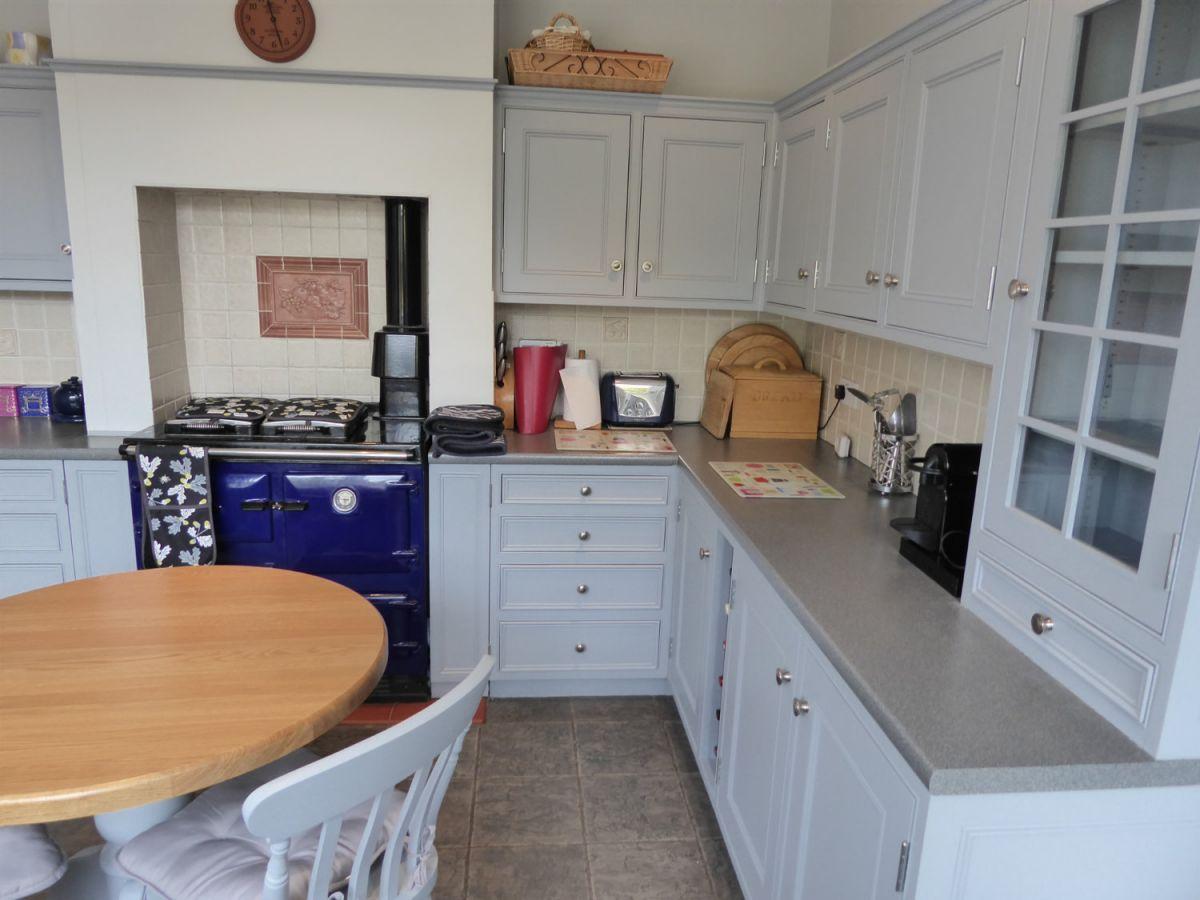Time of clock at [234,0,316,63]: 11:27
